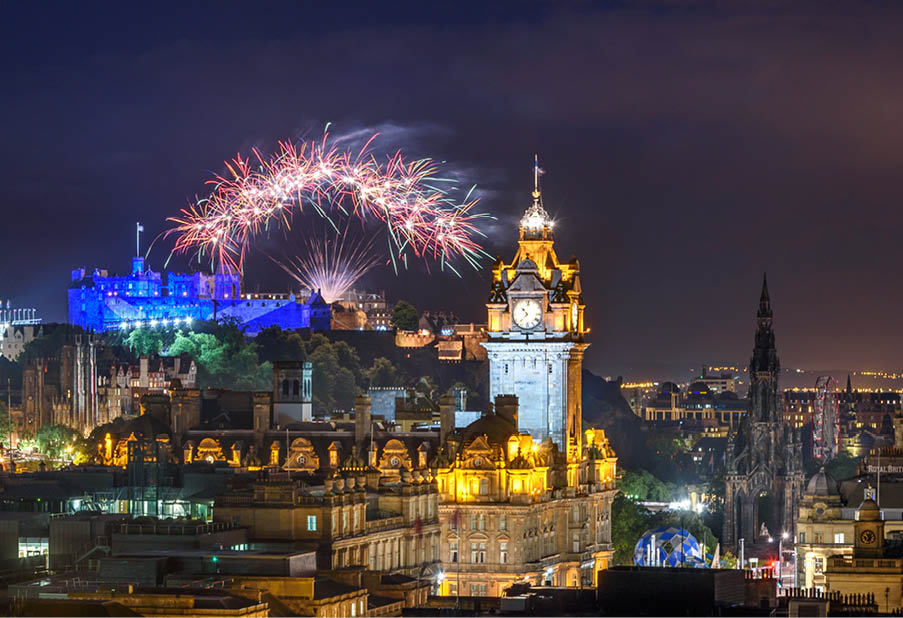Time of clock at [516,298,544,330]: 10:37
